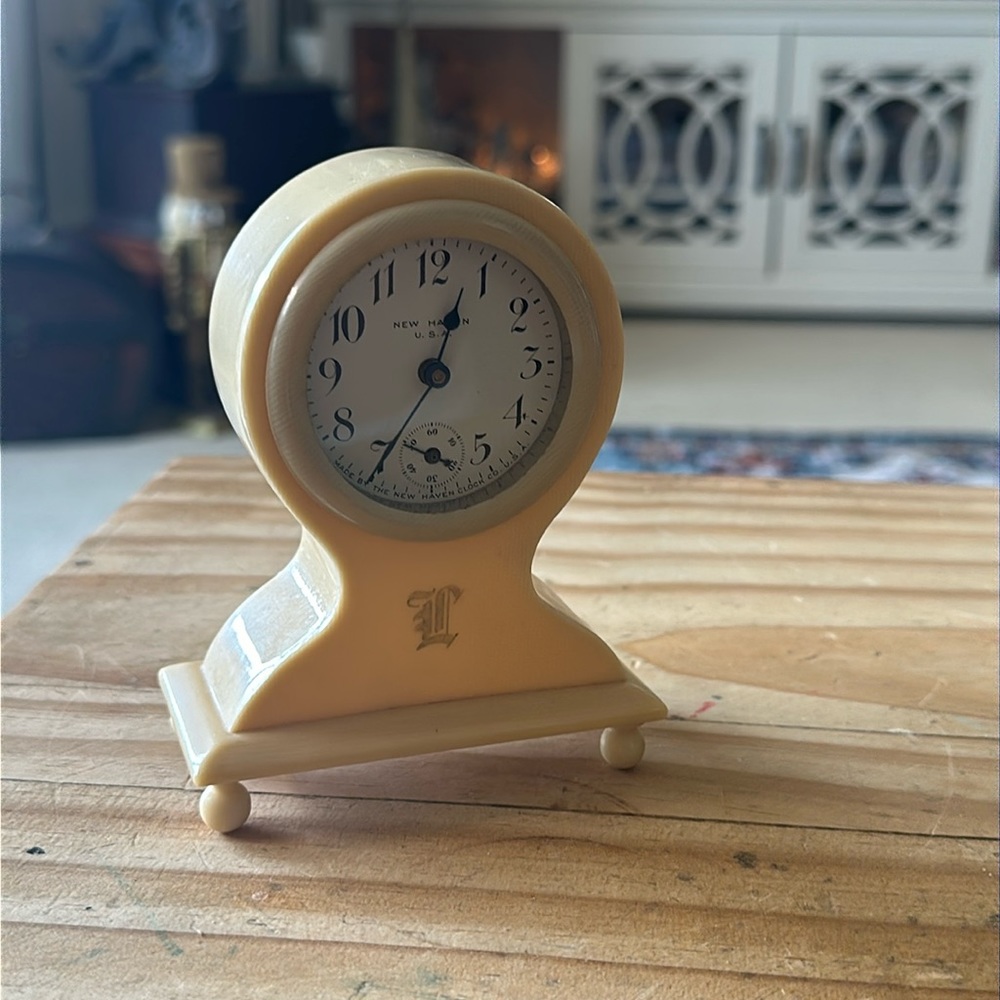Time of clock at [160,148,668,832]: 12:34
